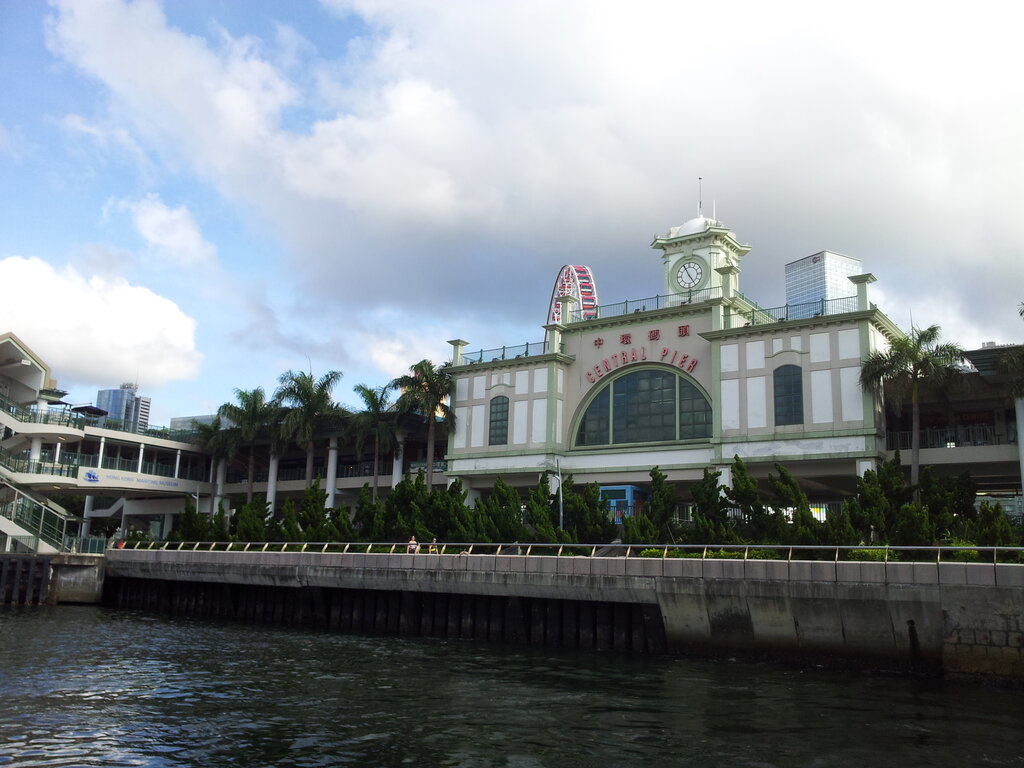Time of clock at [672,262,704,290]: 4:55
